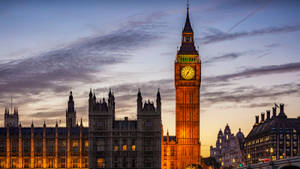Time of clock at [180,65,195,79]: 7:05
